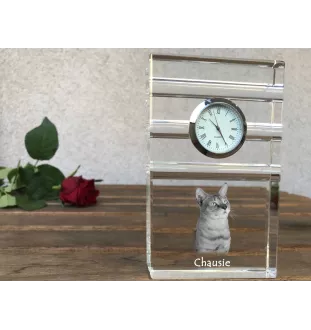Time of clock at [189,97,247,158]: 10:24
